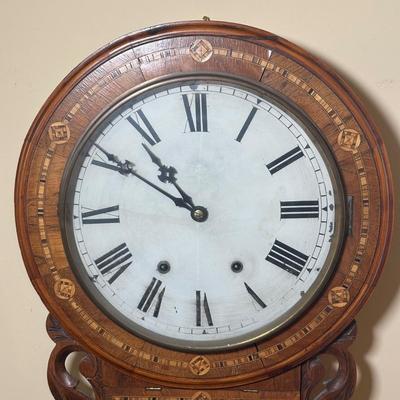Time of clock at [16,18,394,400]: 10:50
